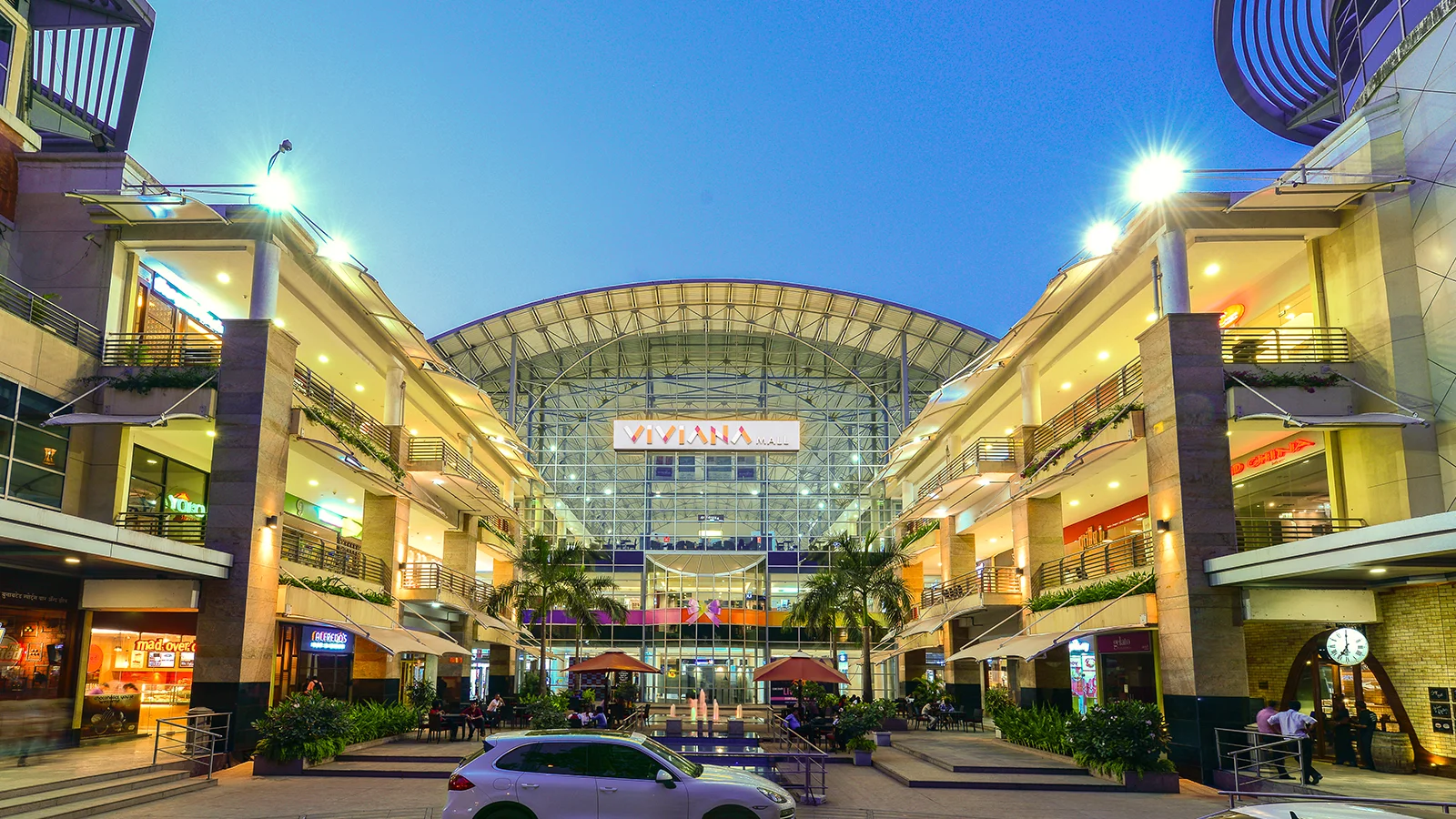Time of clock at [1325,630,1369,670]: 7:00
